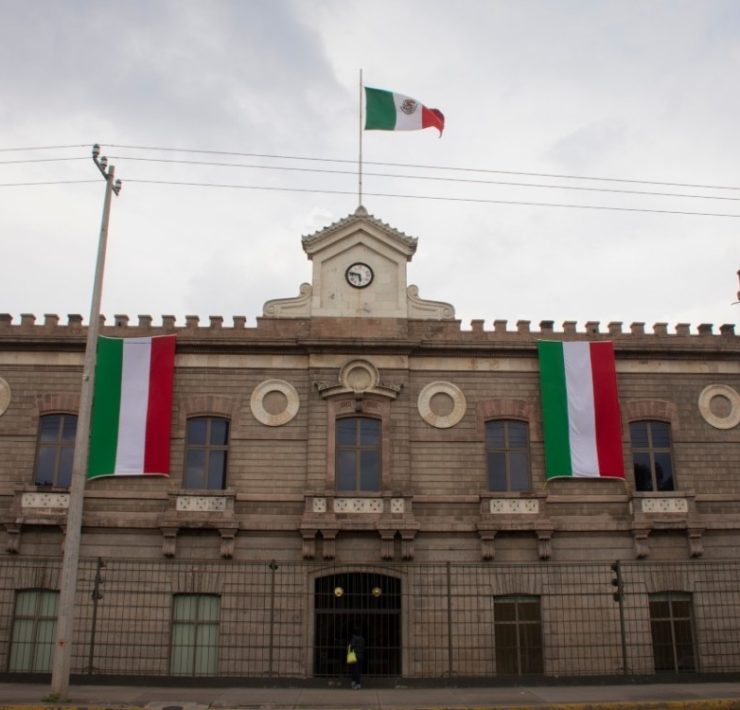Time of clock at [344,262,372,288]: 5:47
